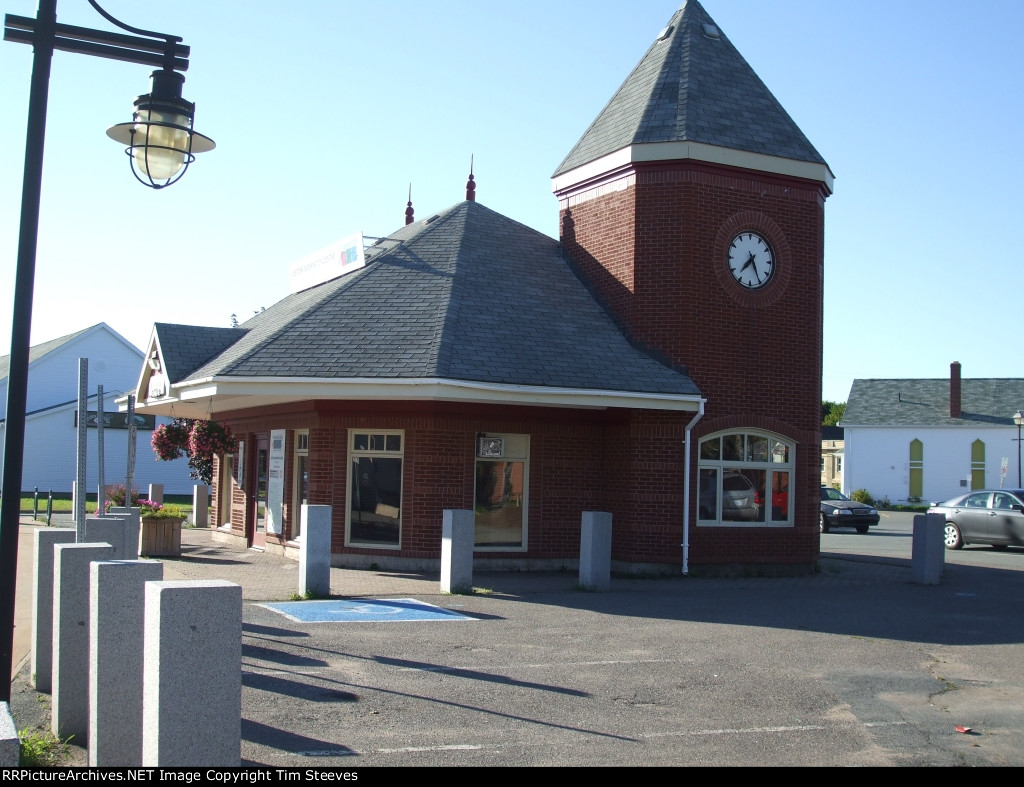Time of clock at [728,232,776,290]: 7:25
